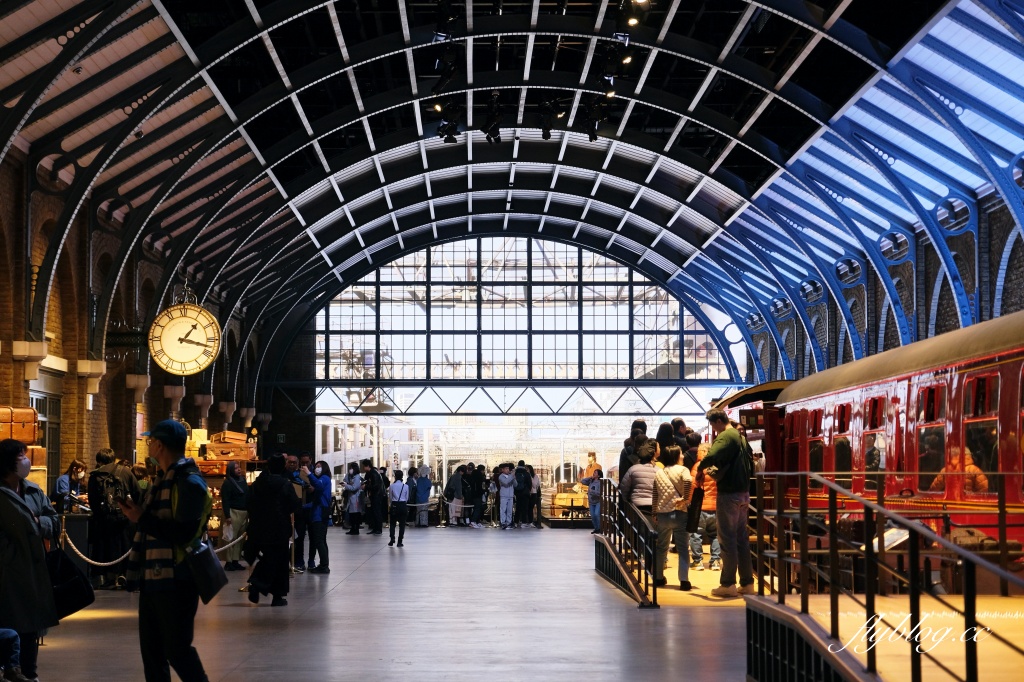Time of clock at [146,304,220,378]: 1:17
